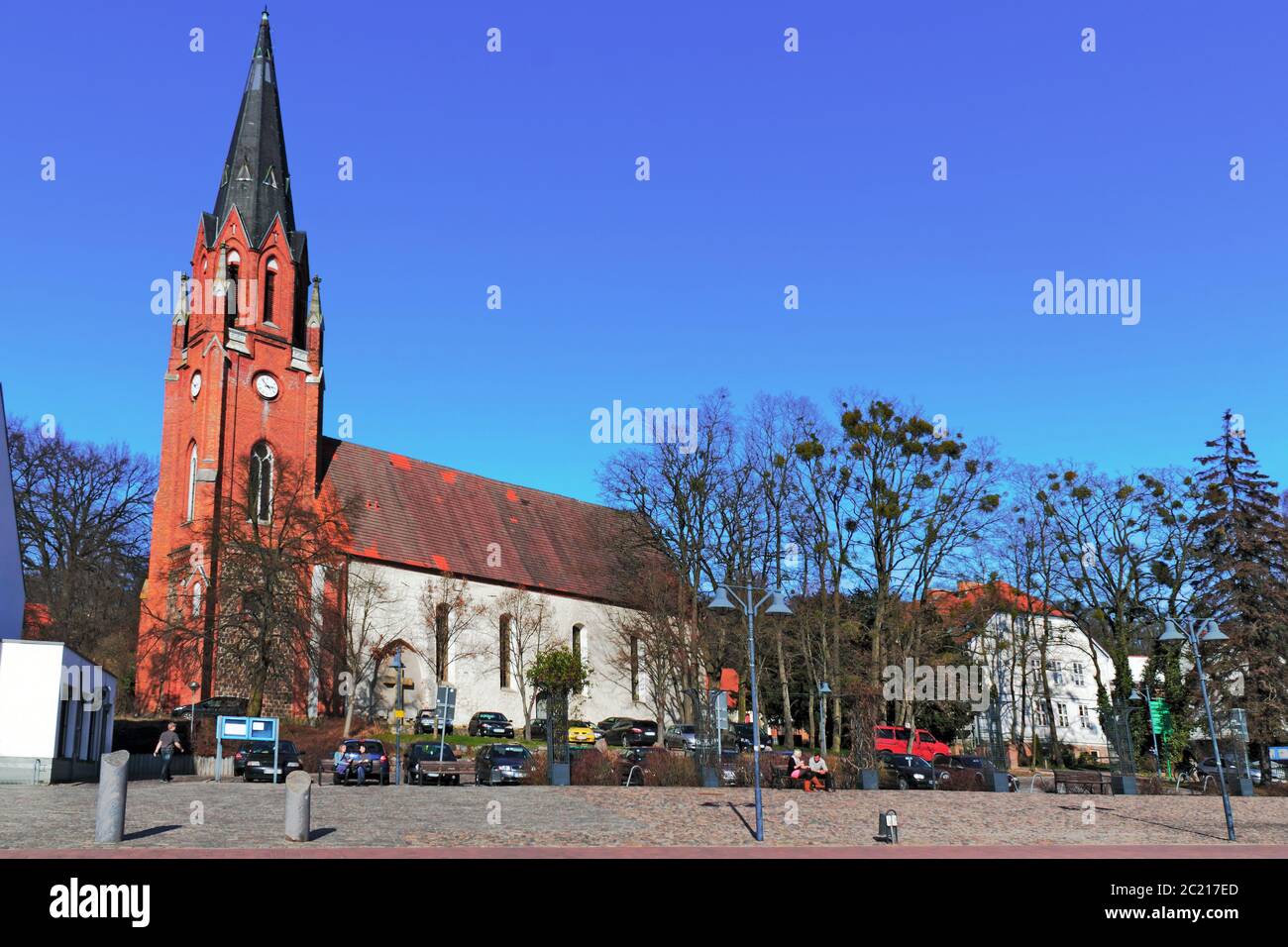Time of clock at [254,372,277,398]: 2:53
